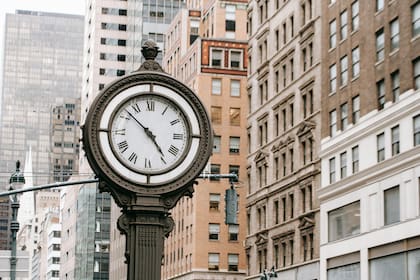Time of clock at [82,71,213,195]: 4:52
